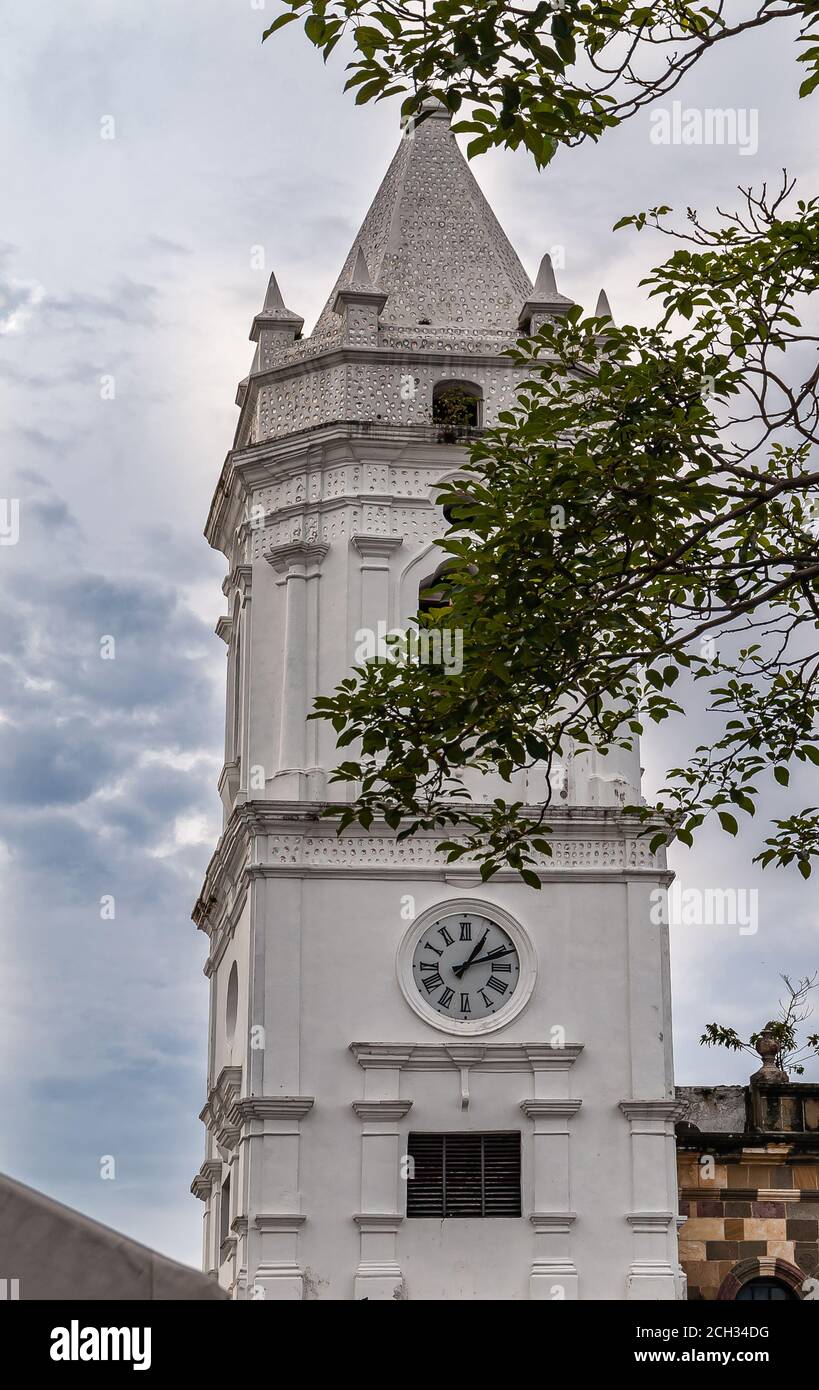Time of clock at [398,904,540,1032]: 1:11
